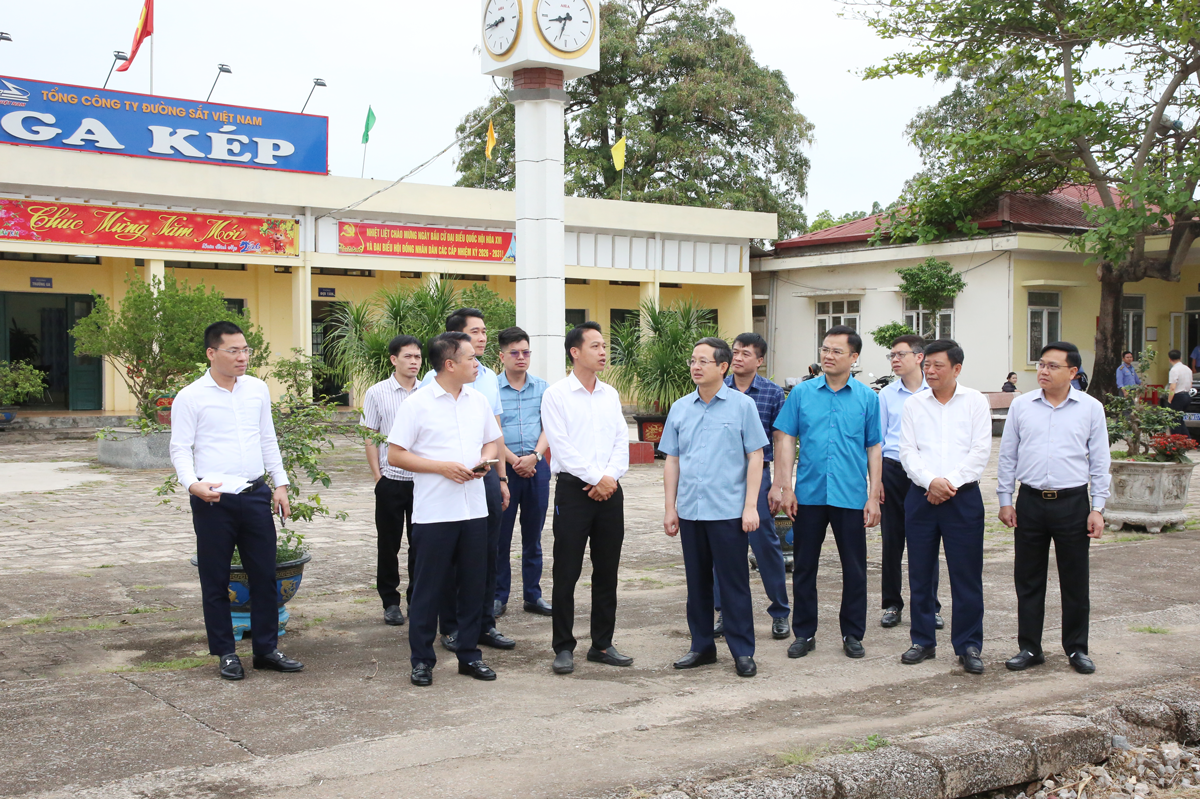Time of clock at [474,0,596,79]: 8:33
